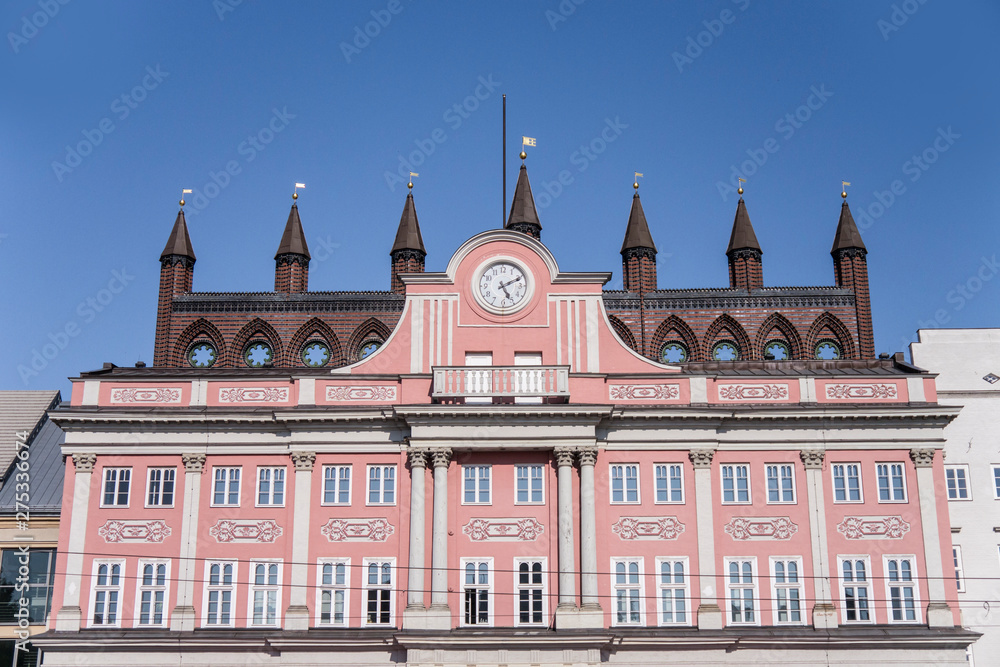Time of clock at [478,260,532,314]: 5:10
